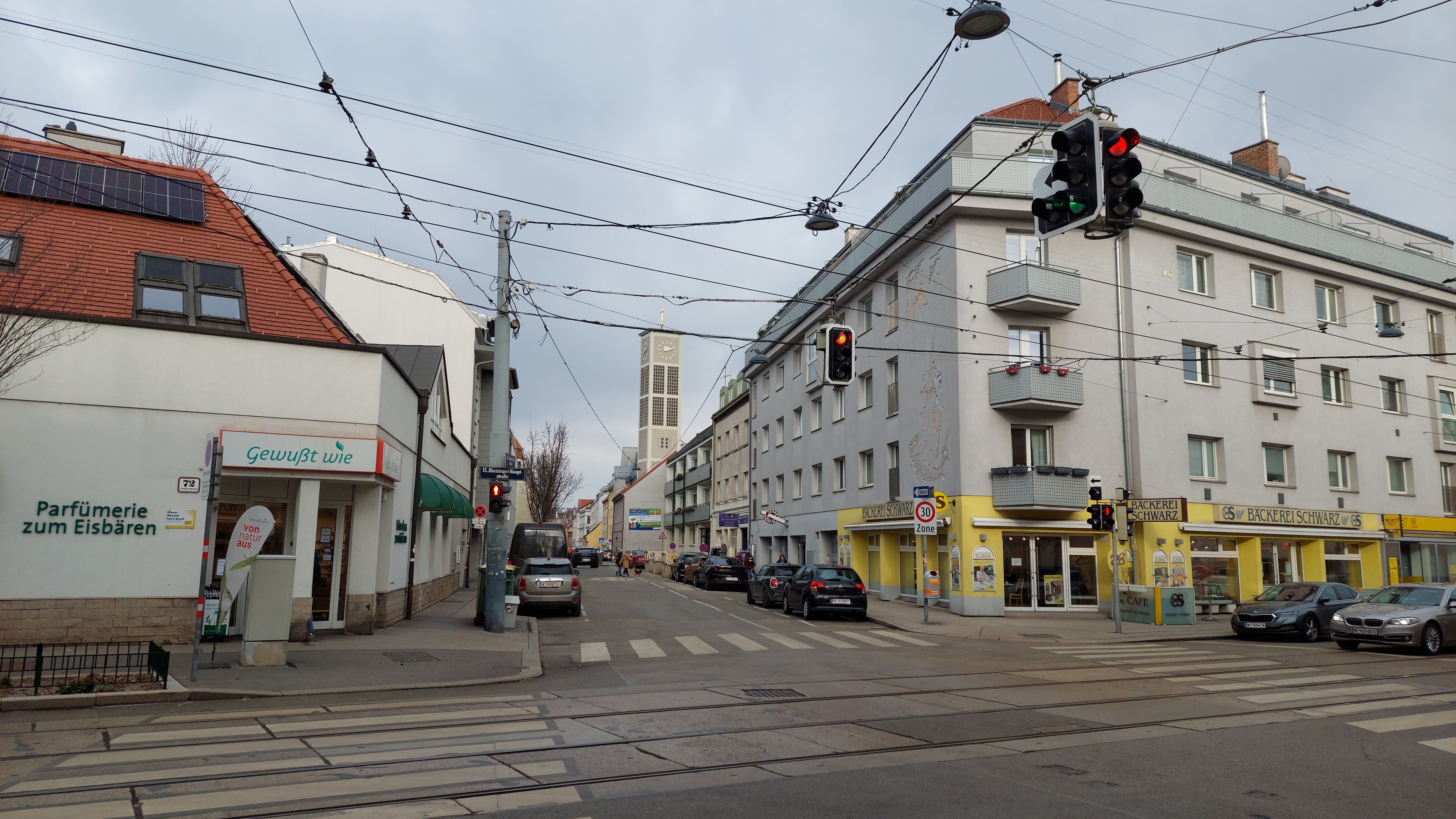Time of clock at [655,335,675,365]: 2:11
